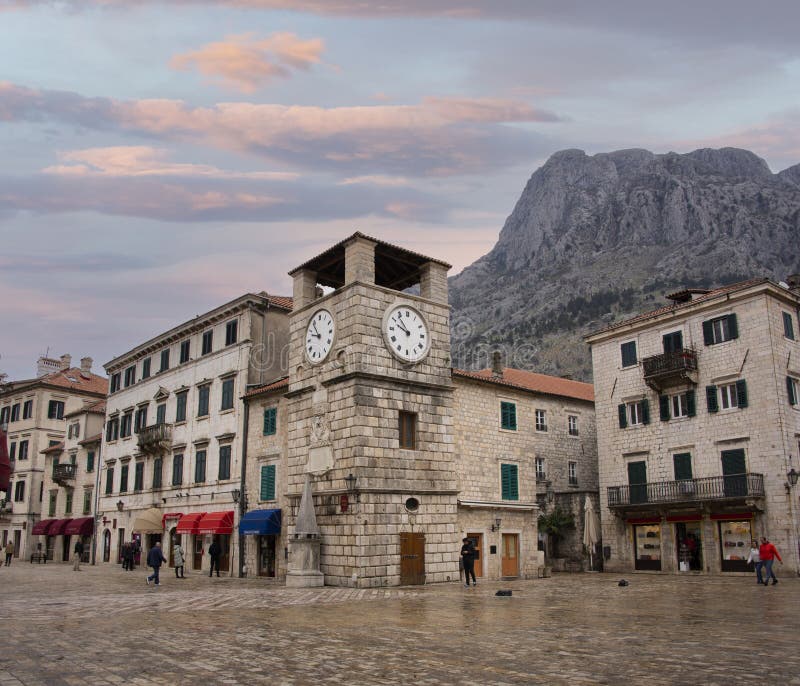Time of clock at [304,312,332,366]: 10:47
